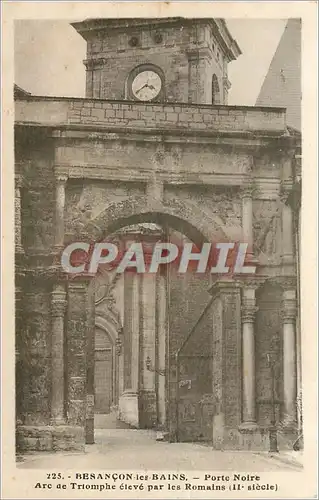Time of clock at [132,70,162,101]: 3:40
